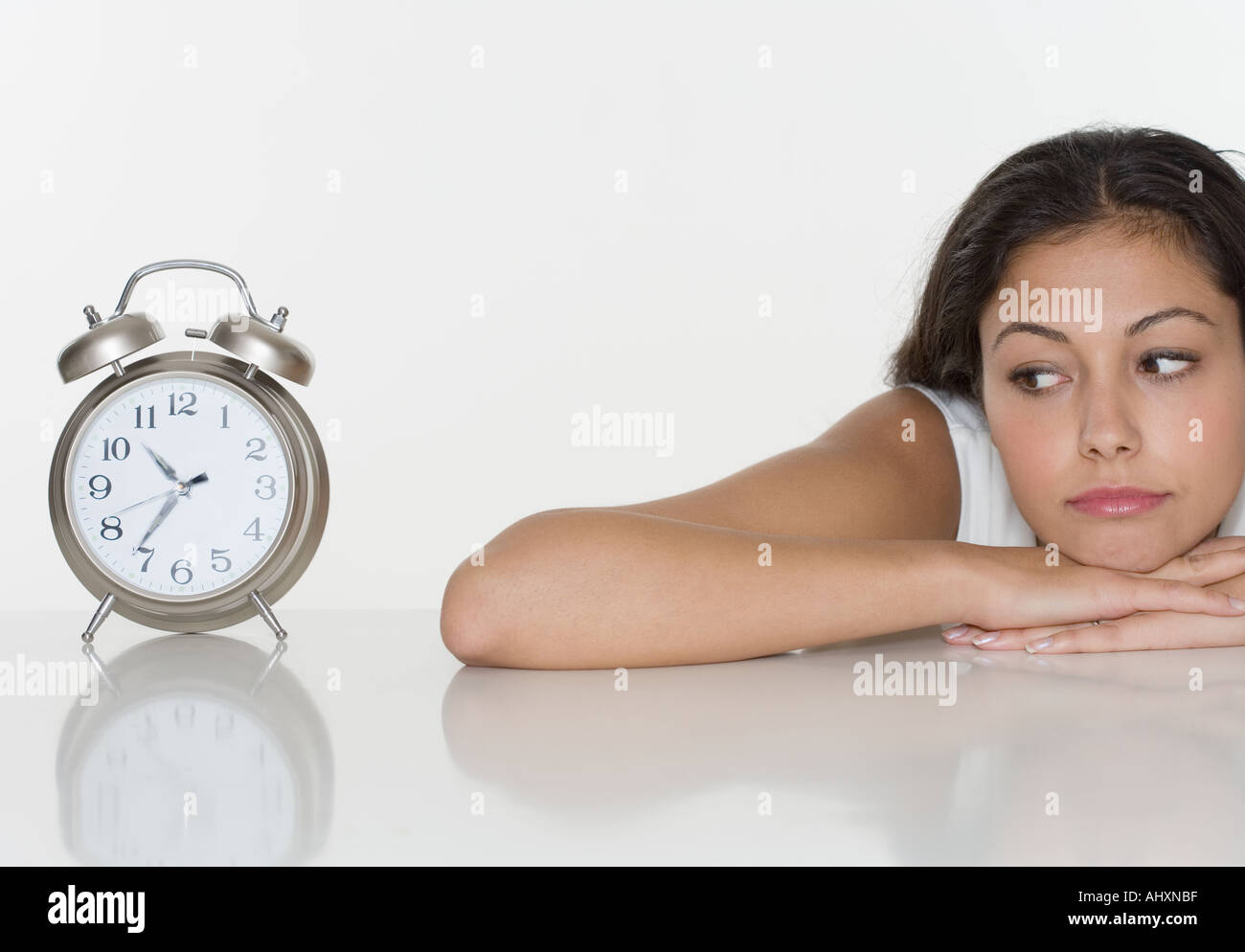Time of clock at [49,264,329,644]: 10:36
